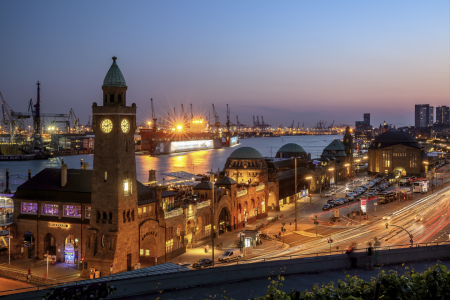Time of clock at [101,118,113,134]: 9:10
